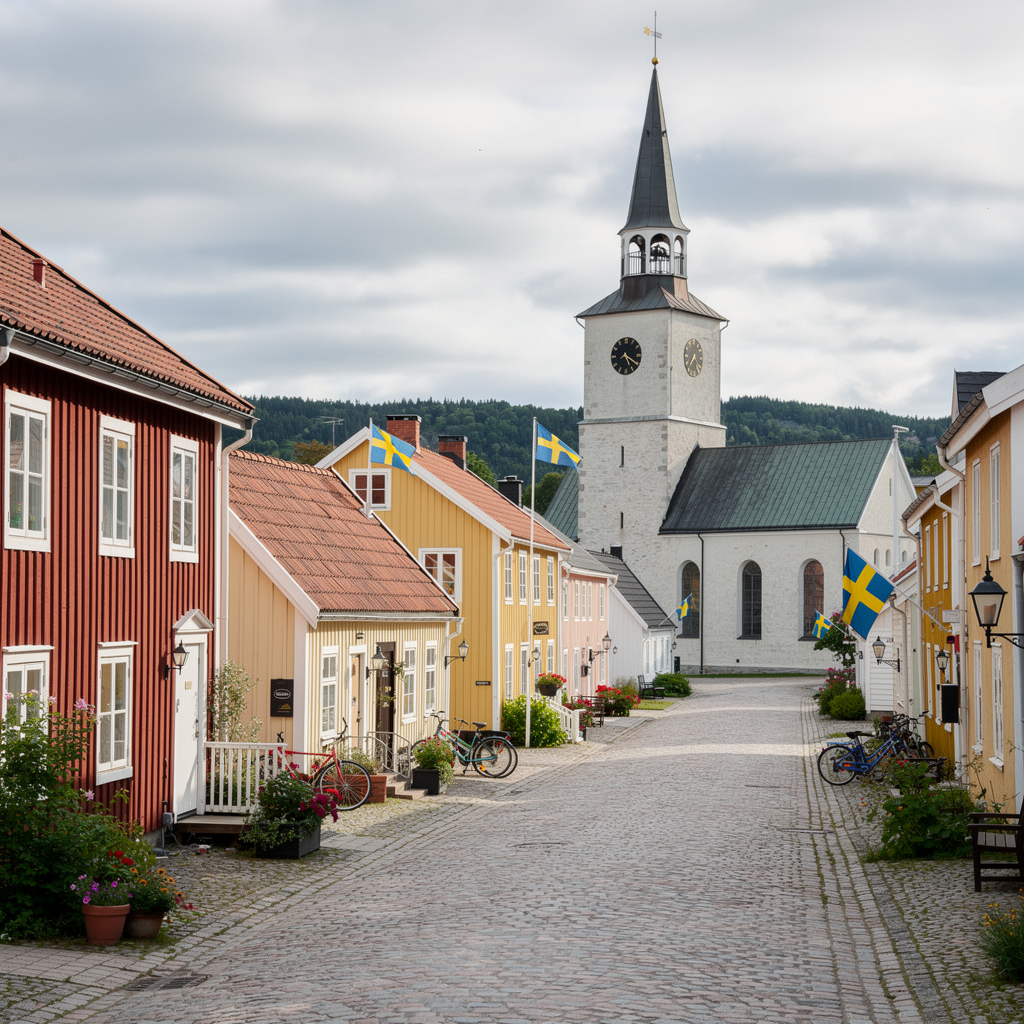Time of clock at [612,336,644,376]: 5:20
